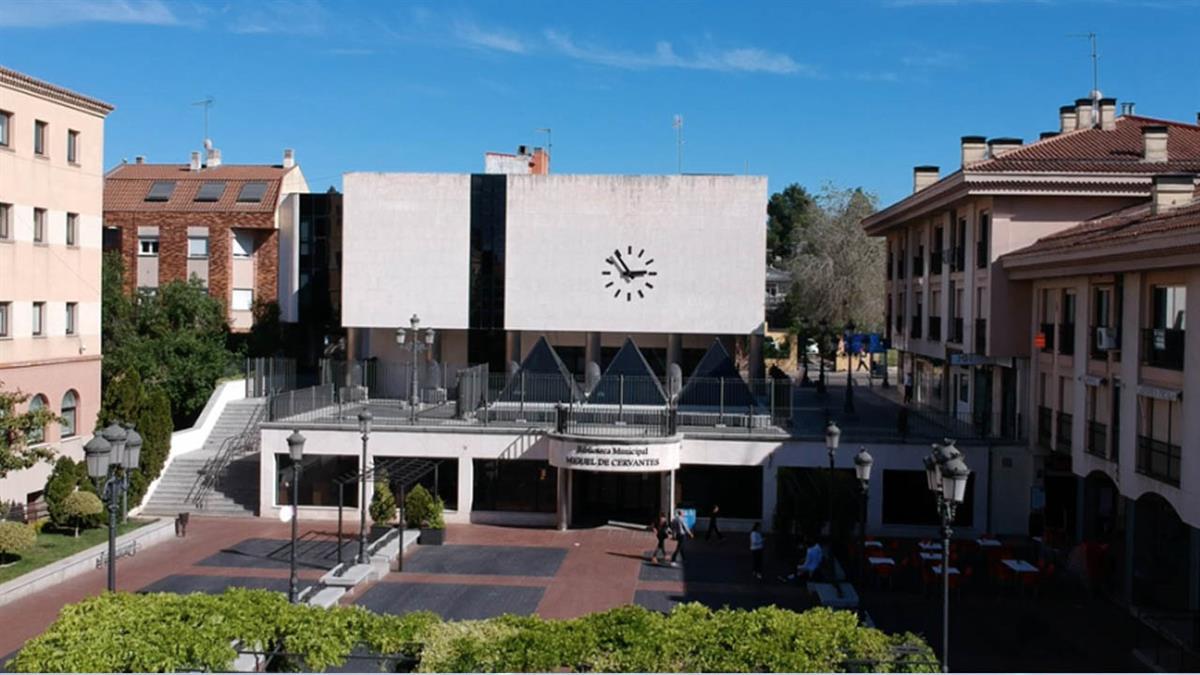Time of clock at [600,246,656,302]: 2:54
